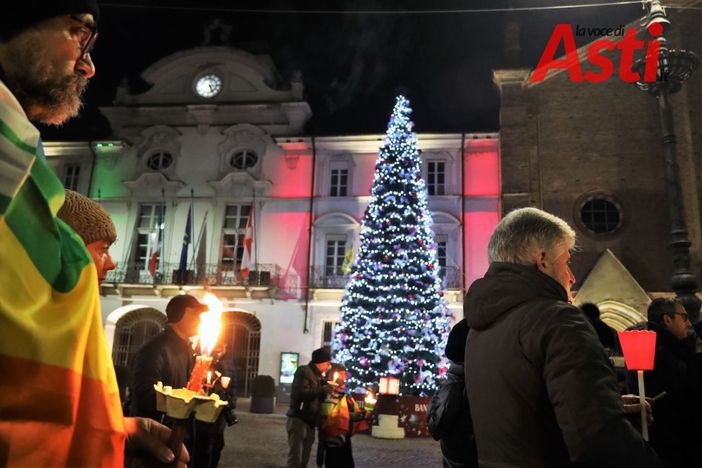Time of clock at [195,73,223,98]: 5:15
